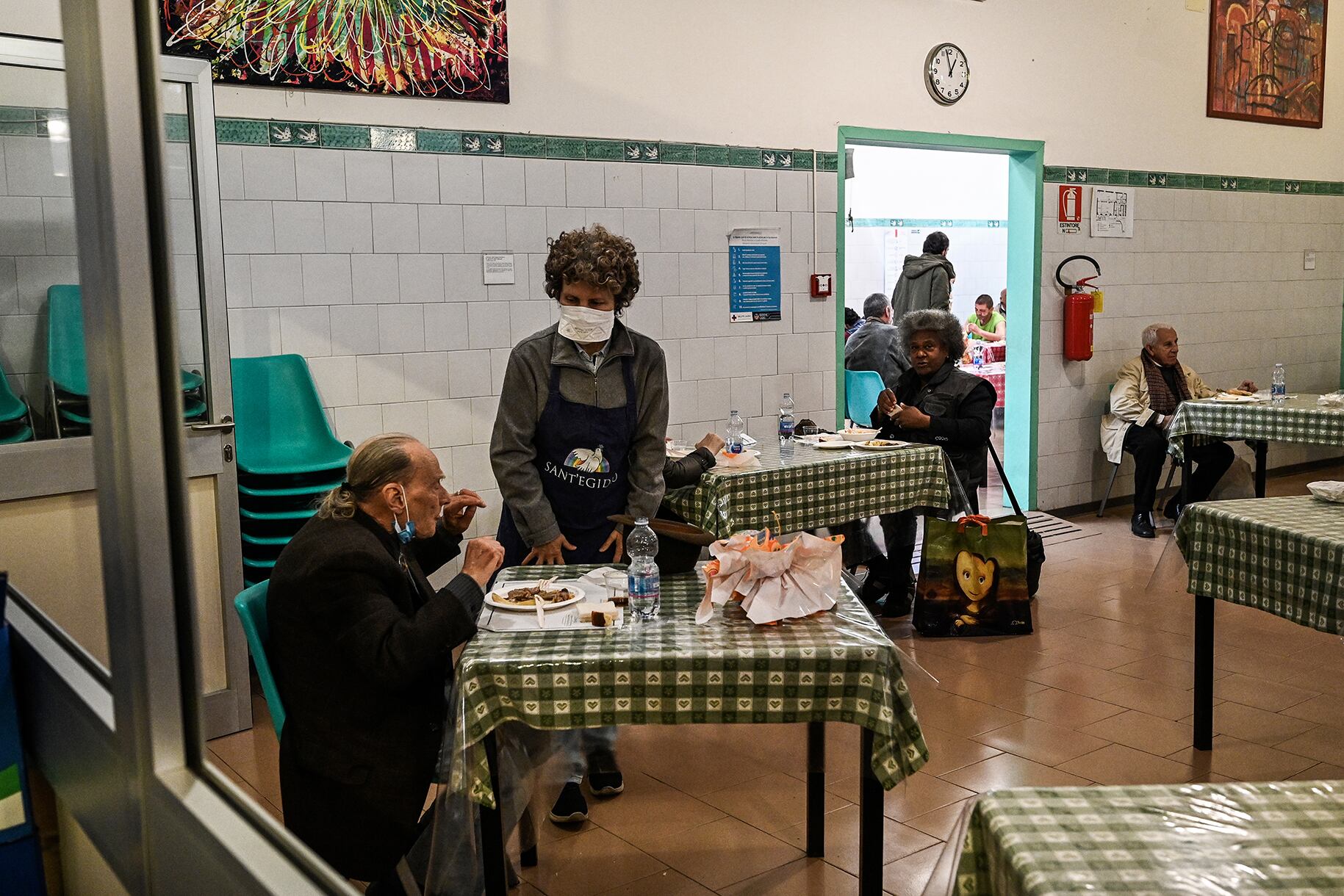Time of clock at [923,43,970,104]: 12:57
